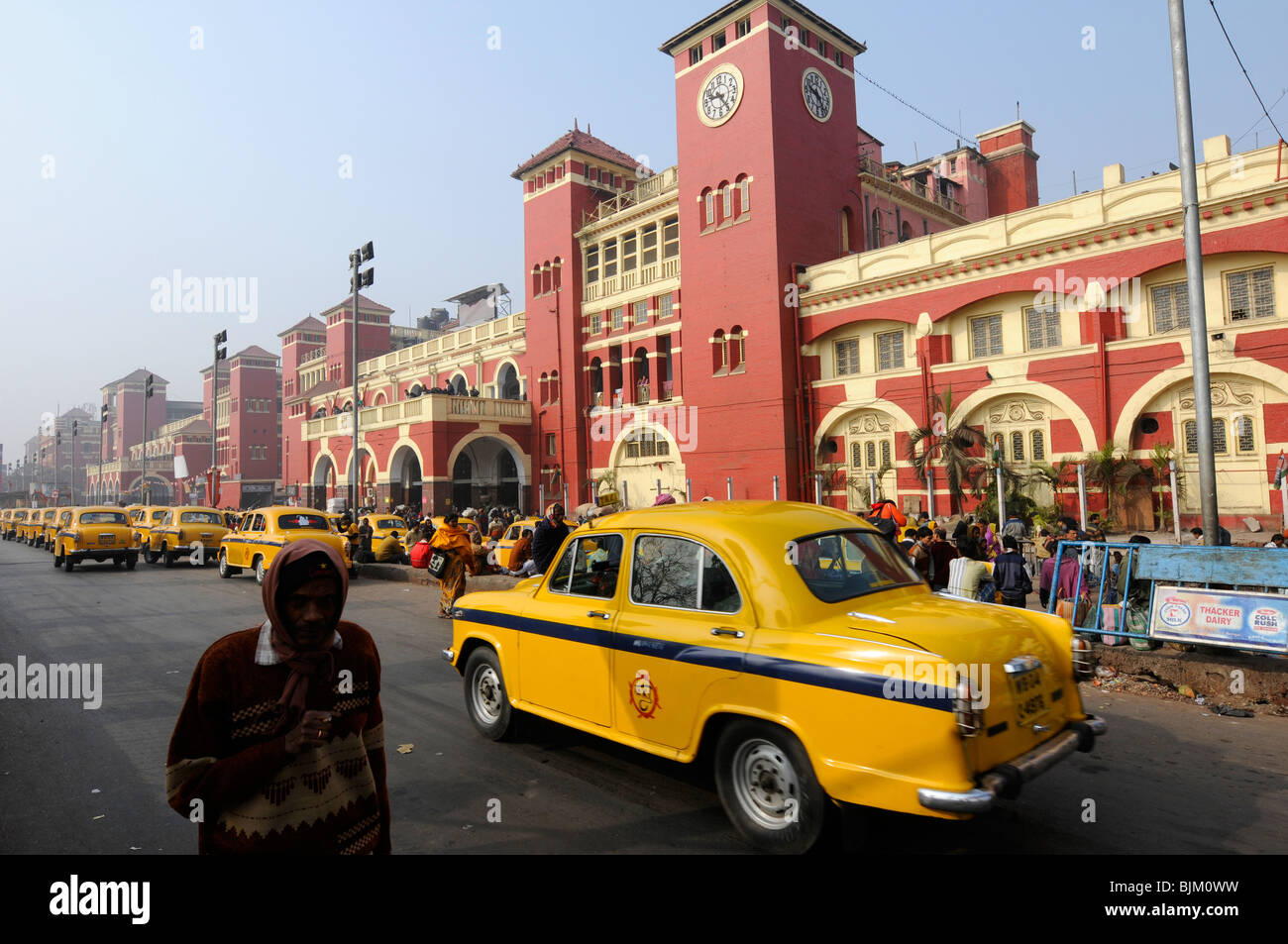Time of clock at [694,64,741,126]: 9:24
